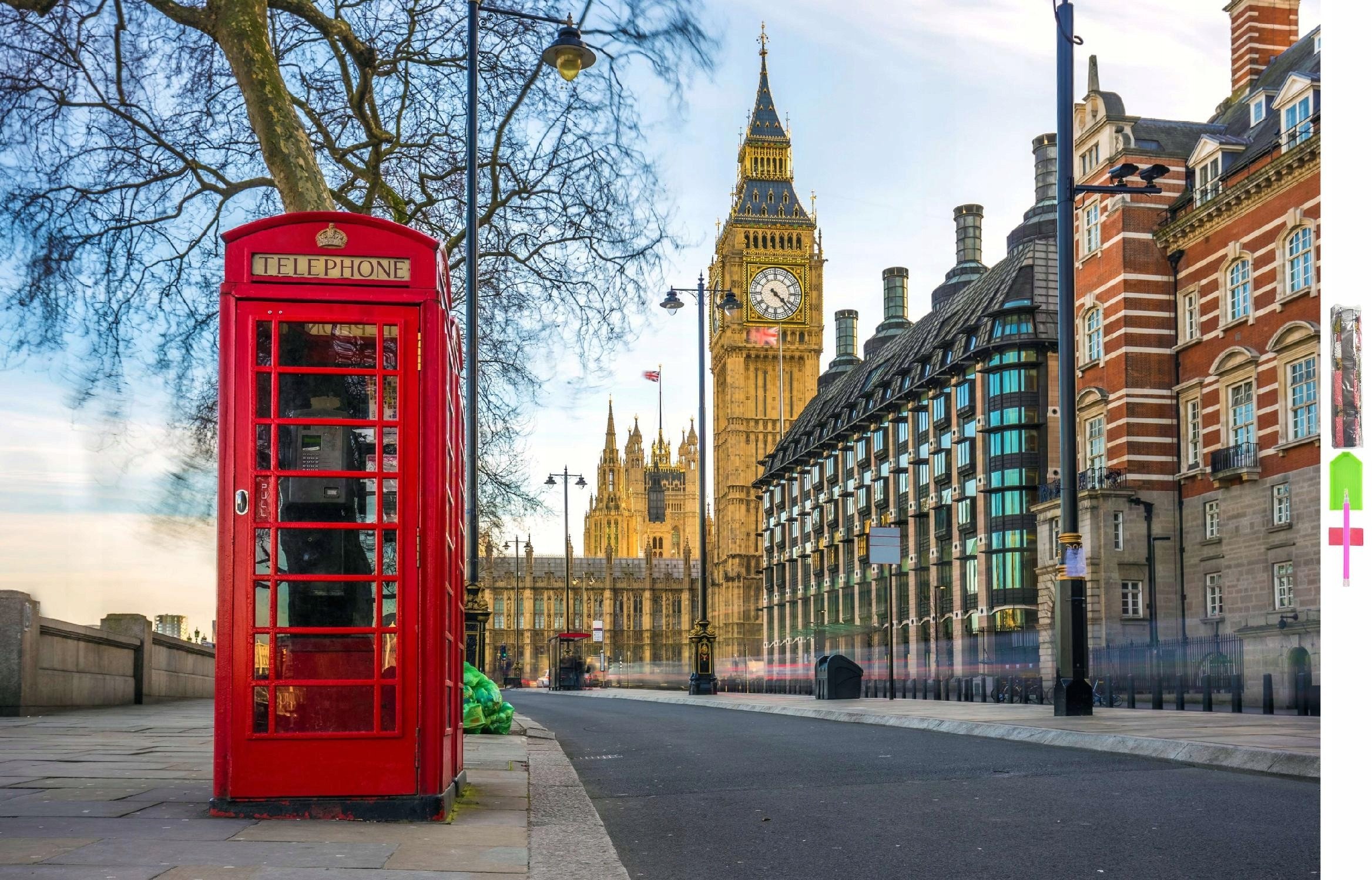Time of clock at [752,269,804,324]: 4:22
